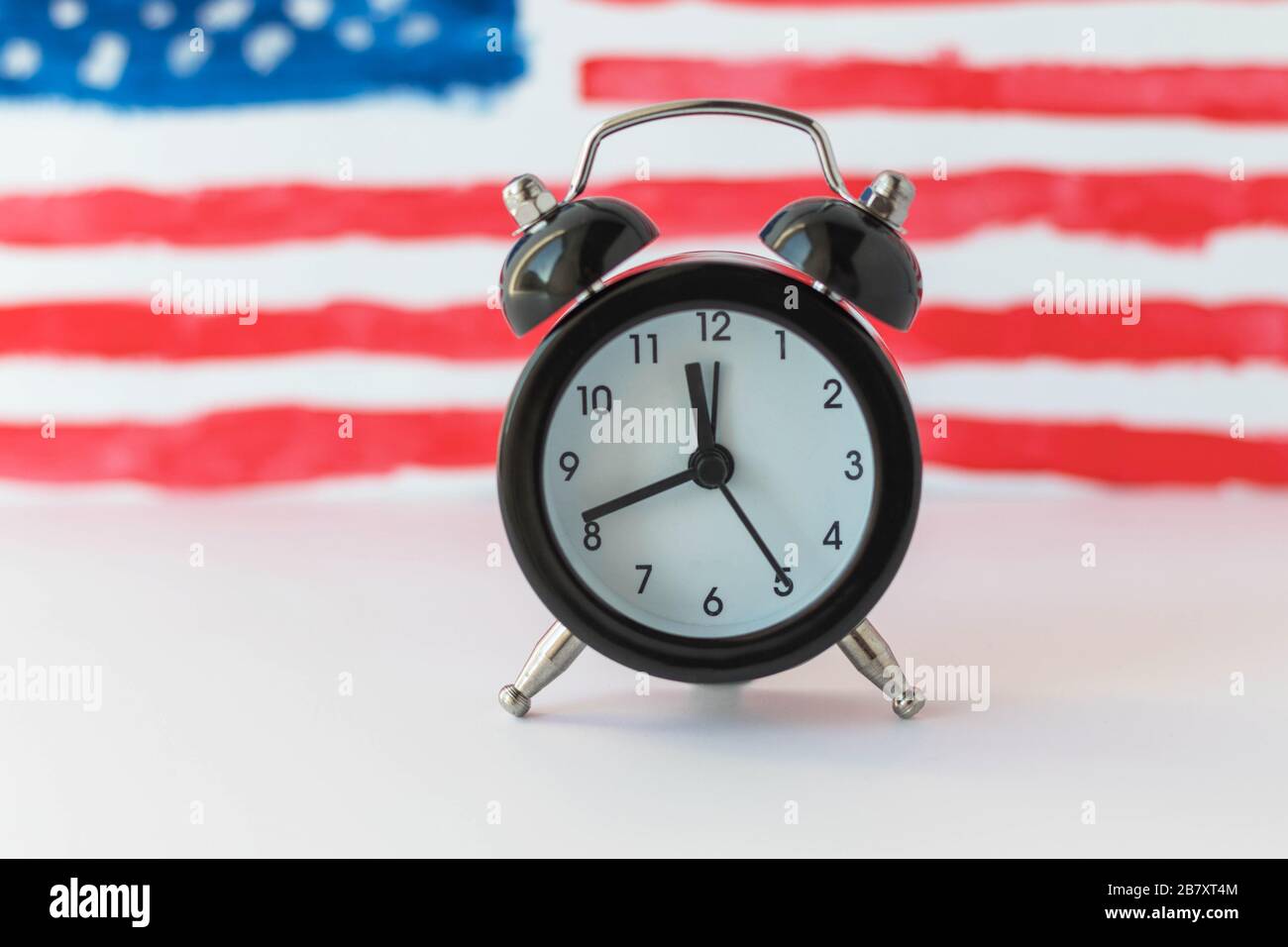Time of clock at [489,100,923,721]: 11:41
